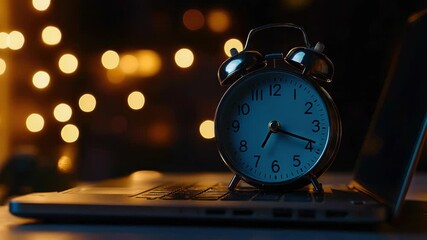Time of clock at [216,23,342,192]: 7:18
